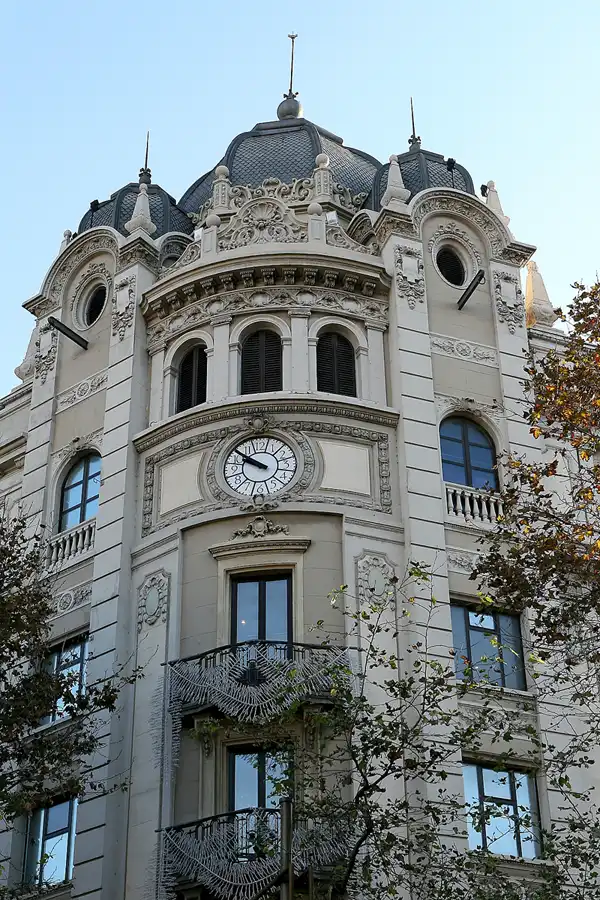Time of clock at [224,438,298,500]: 9:50
